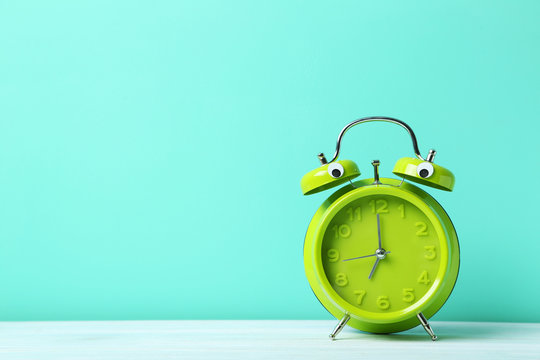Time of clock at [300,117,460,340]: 6:59
